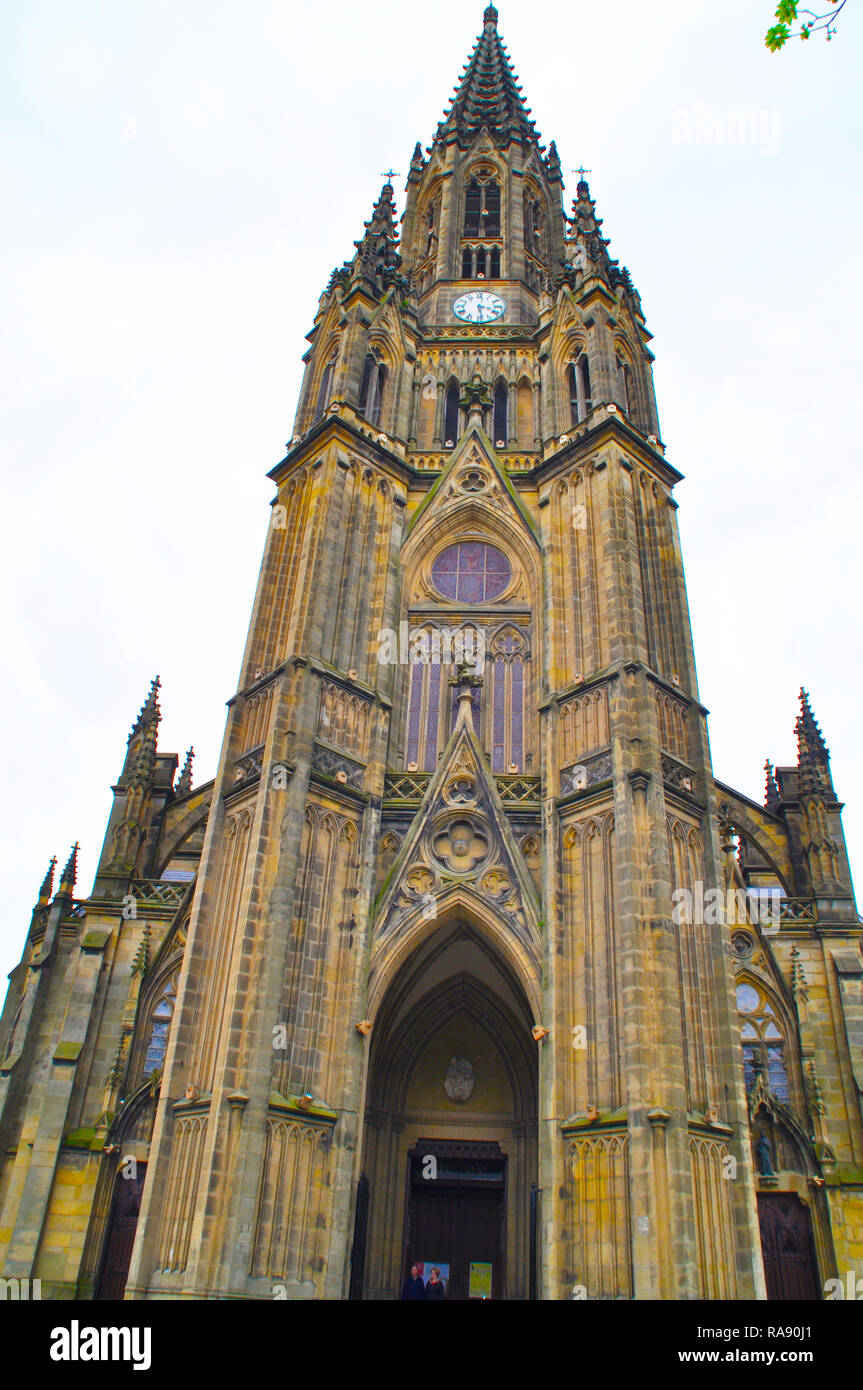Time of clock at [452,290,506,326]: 3:28
